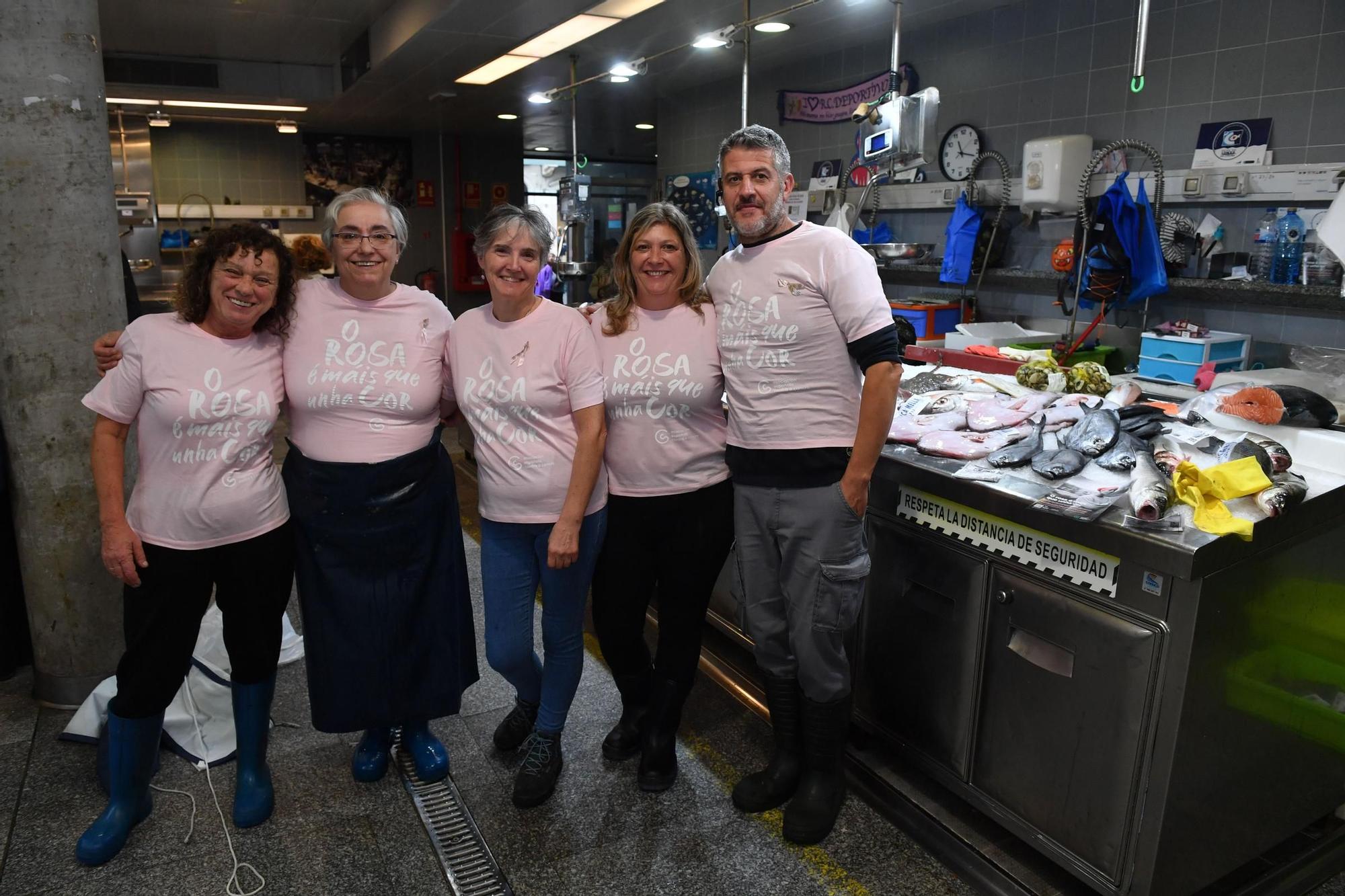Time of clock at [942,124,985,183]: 11:17
